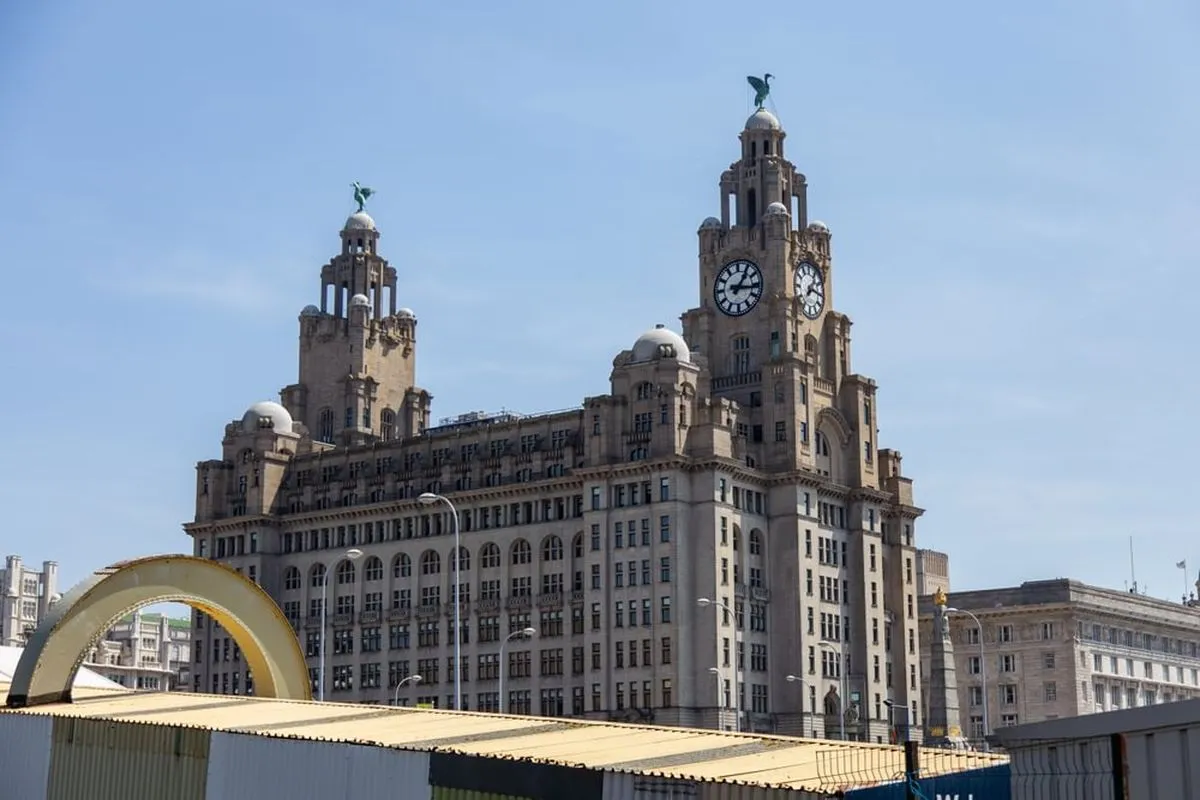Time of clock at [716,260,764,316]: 1:16
